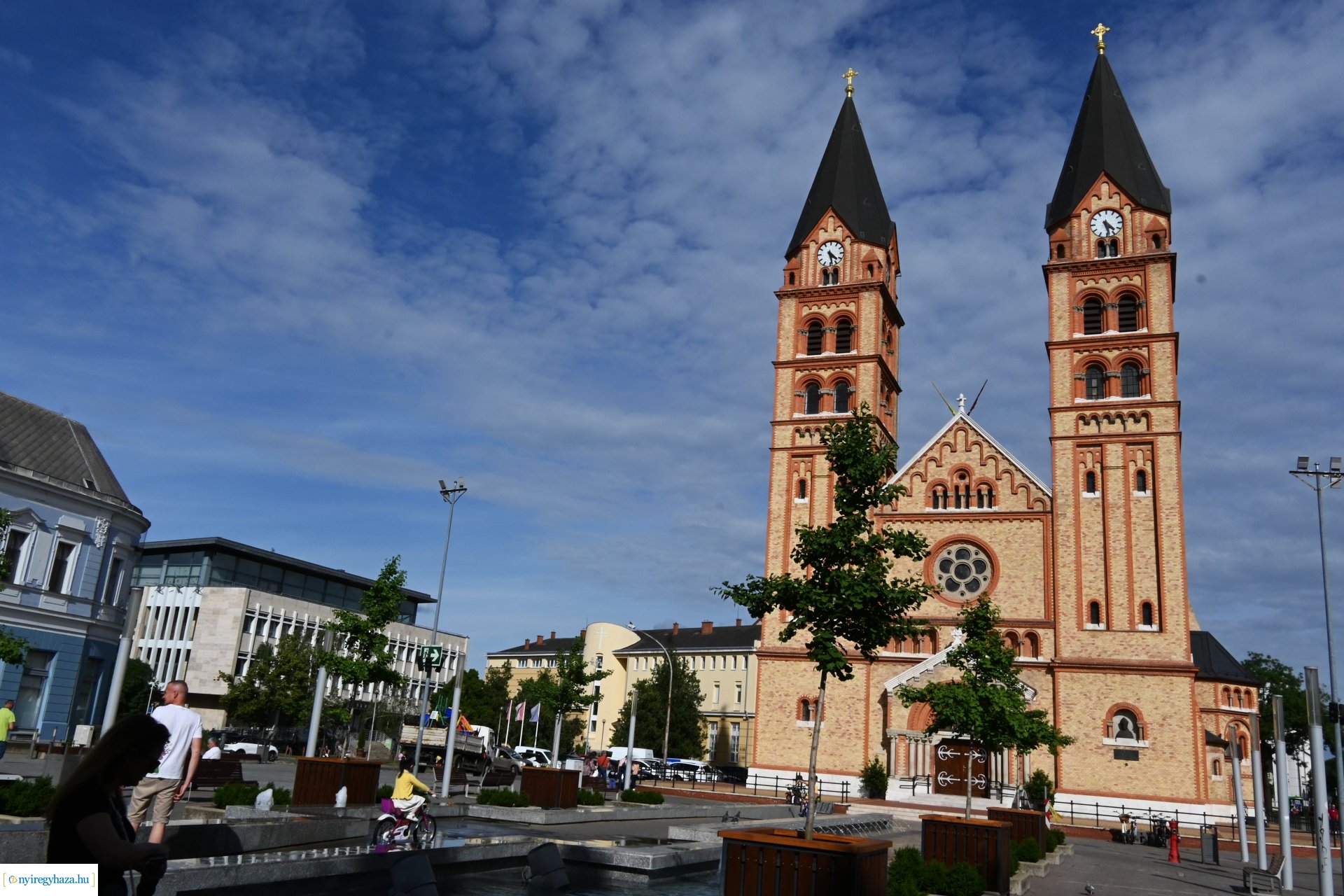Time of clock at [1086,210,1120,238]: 4:28
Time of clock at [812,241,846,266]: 4:28
